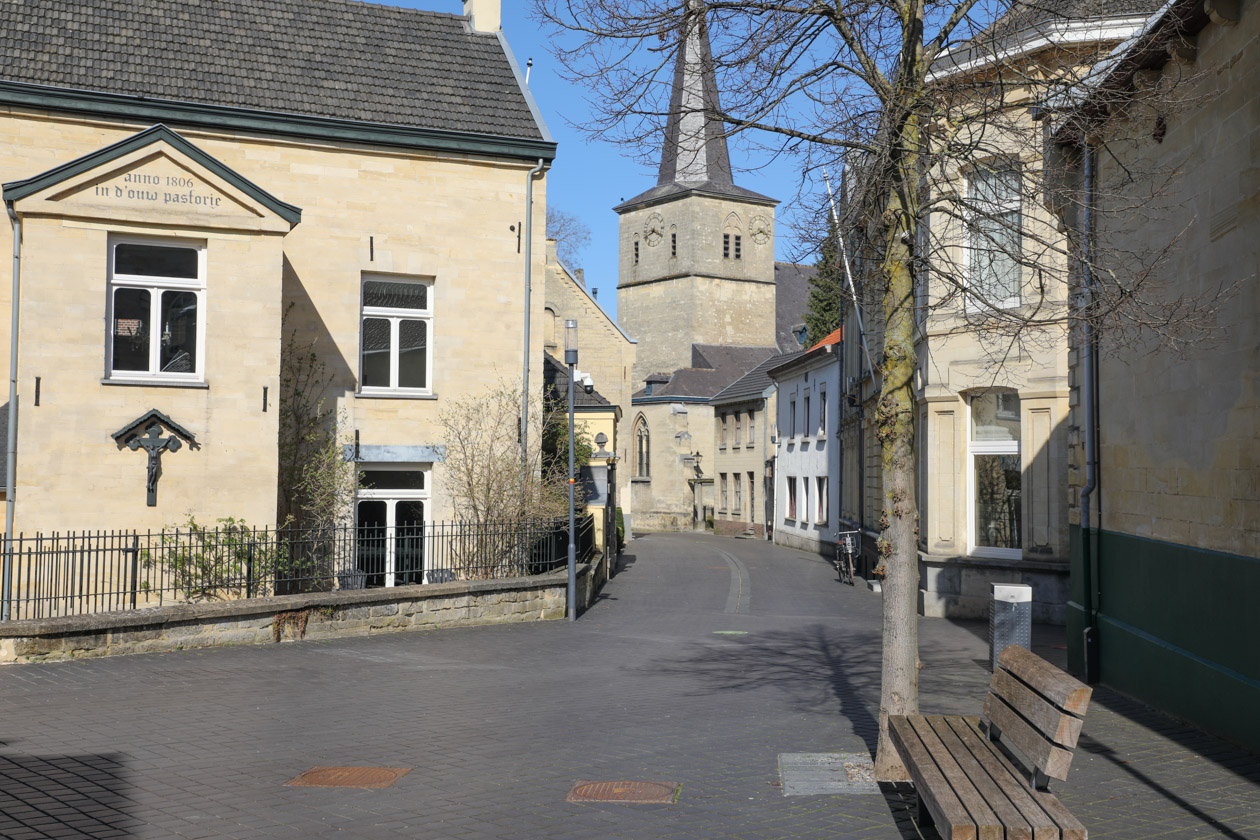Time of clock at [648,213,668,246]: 3:40
